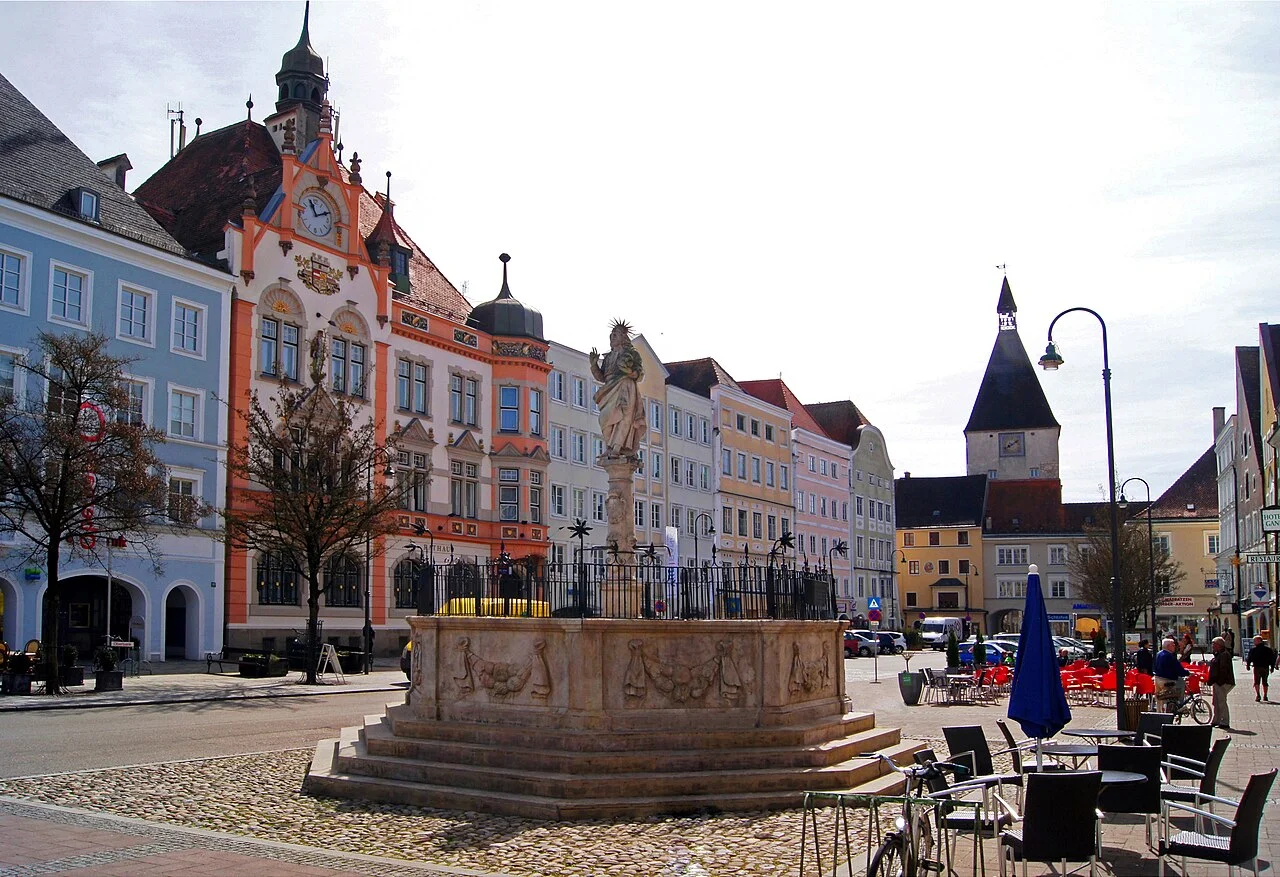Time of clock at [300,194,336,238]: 11:11
